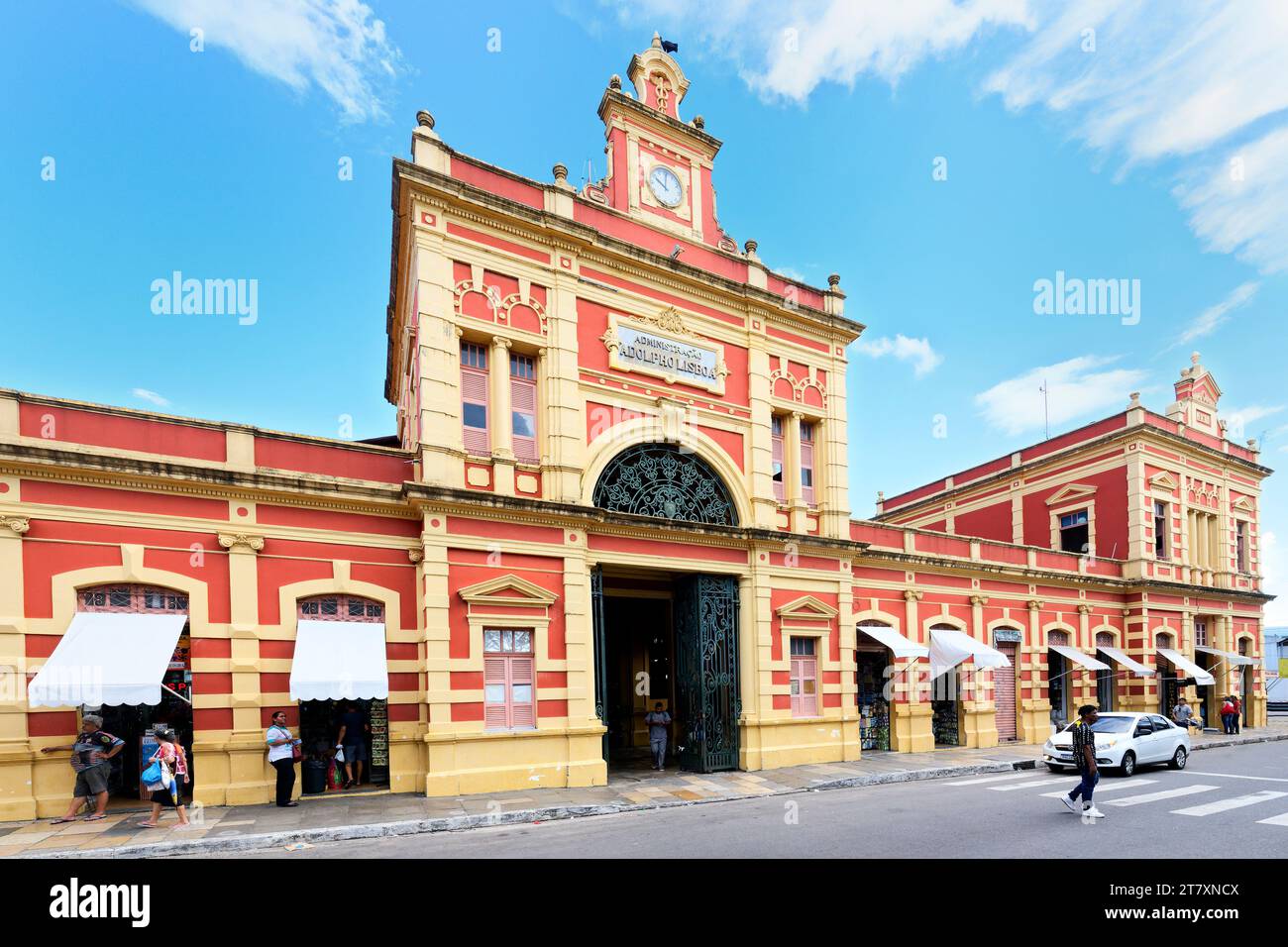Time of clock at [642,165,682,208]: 10:00
